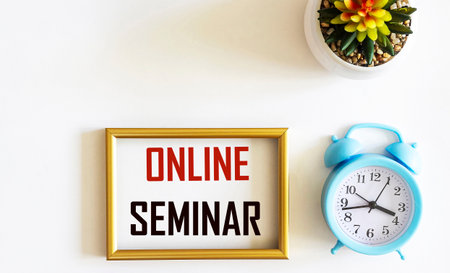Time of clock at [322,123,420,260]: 3:42
